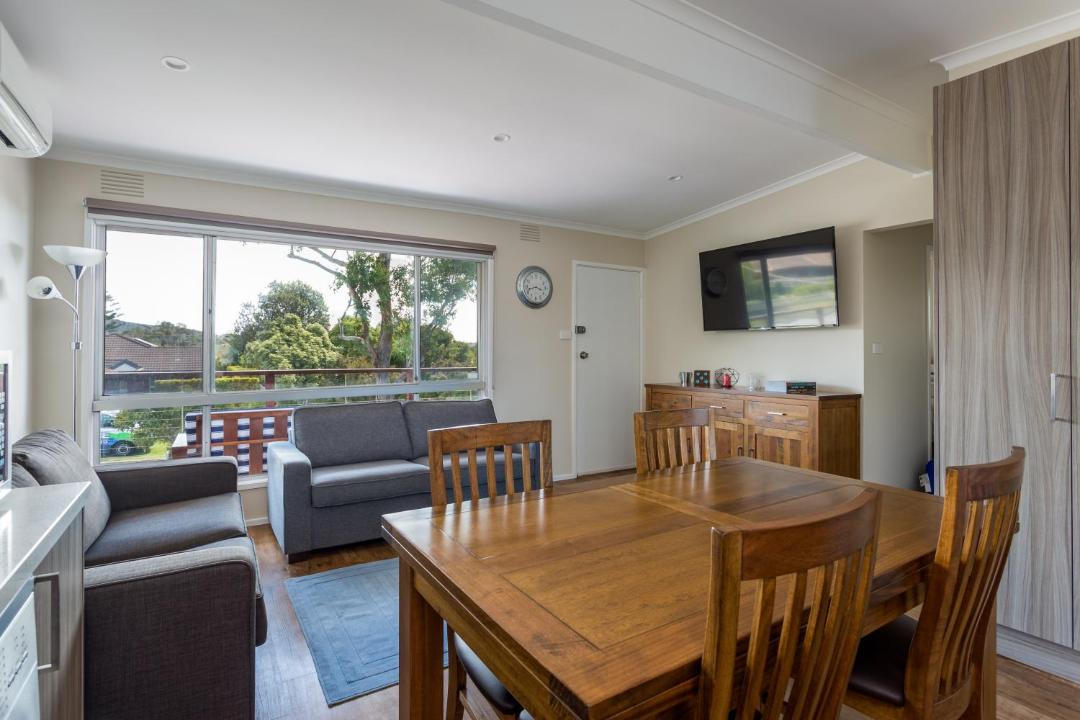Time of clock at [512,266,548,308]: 3:42
